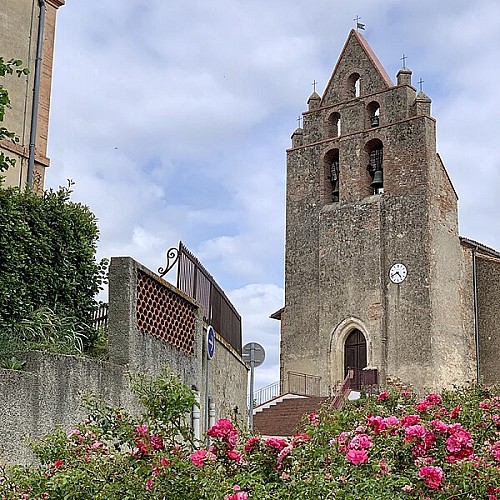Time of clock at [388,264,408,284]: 4:41
